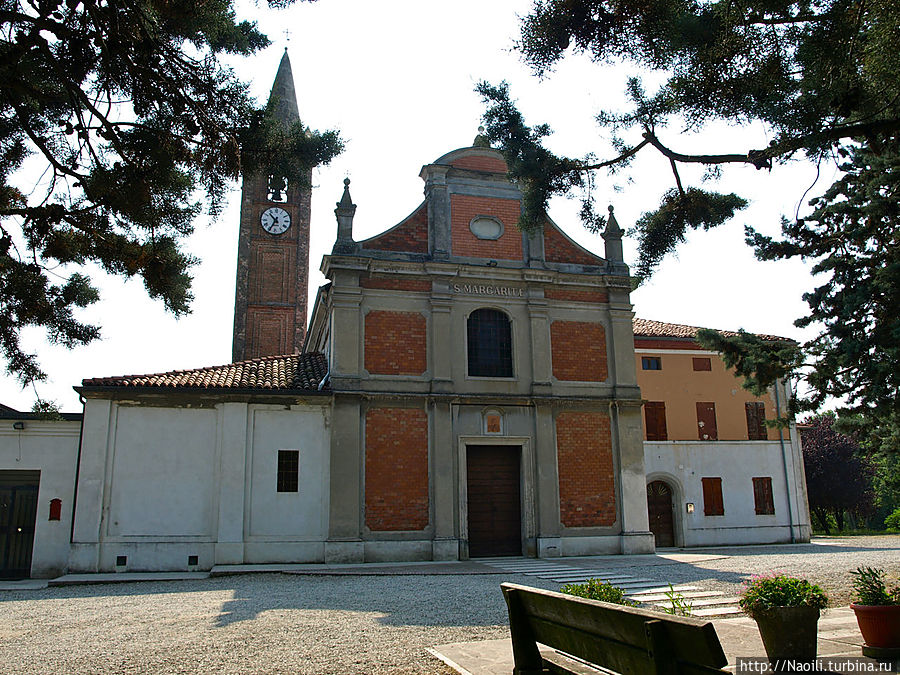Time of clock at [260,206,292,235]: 10:34
